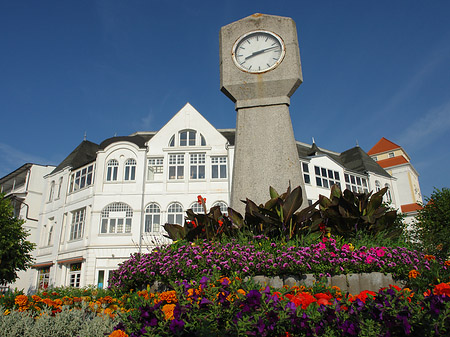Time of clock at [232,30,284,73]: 8:12
